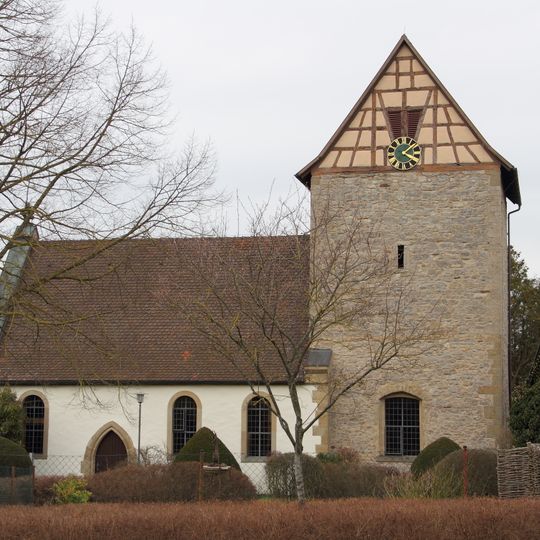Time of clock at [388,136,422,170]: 4:07
